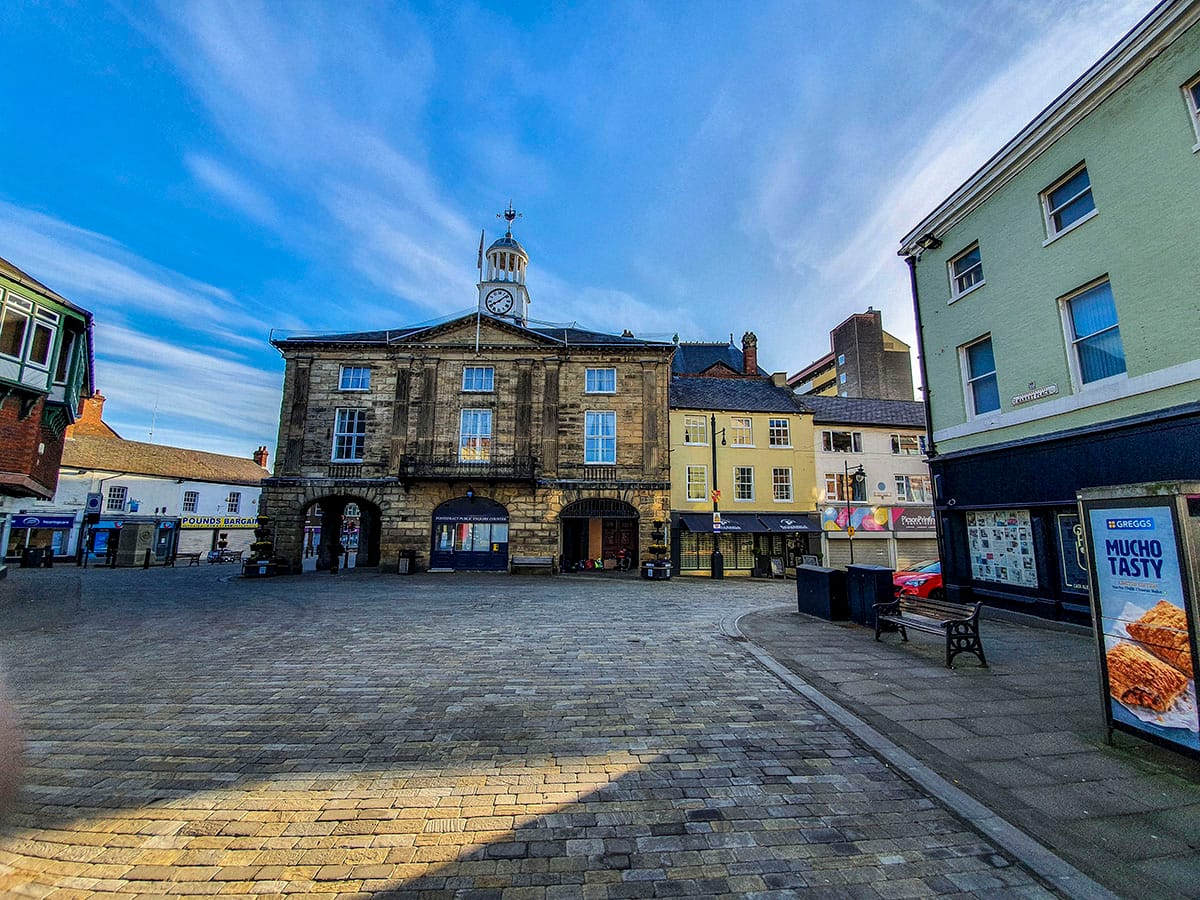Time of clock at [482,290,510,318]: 8:08
